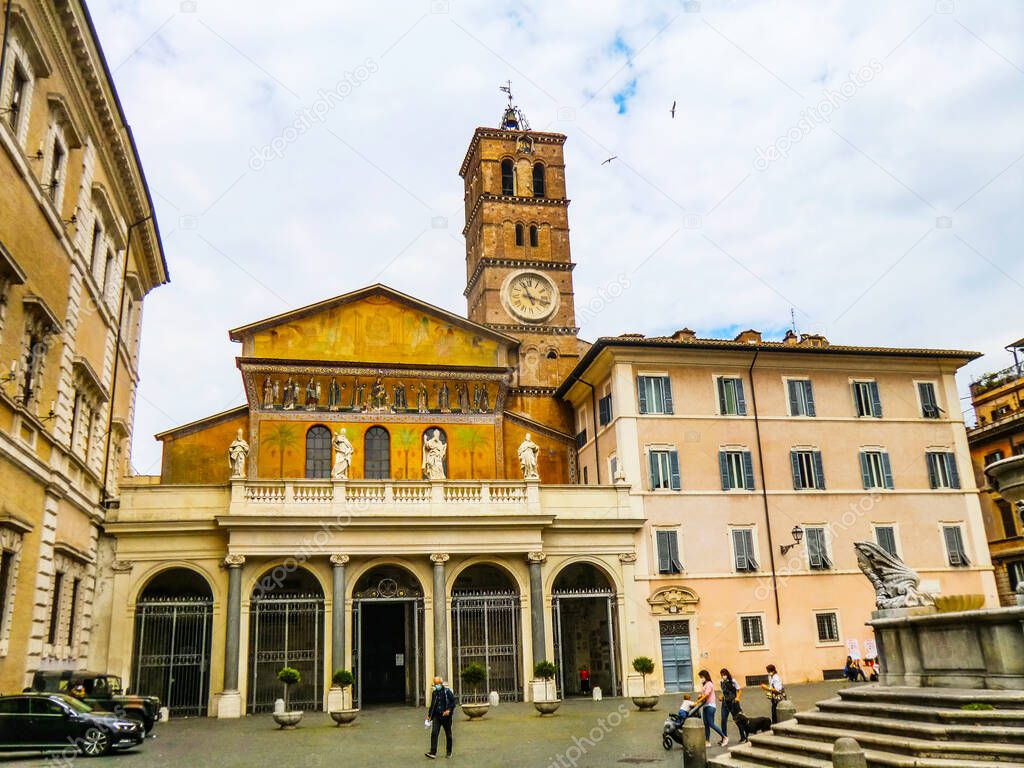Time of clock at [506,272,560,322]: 11:17
